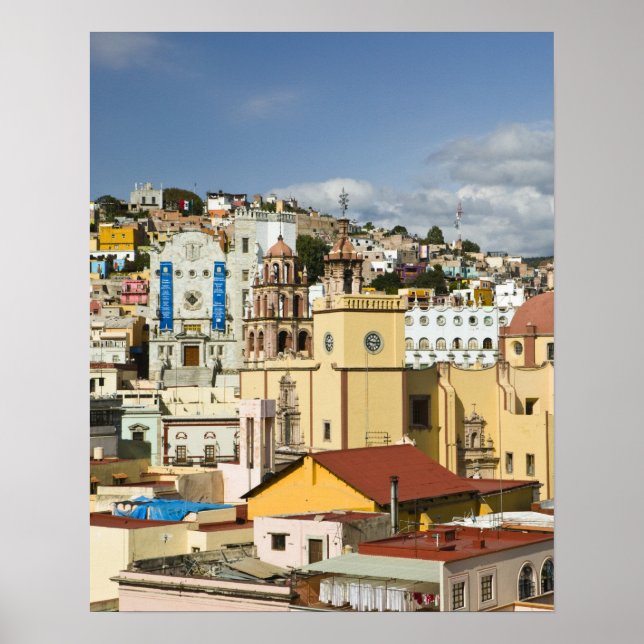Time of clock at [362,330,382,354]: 2:46
